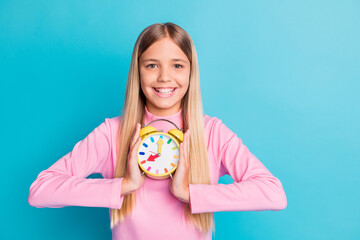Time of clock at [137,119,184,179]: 8:00
